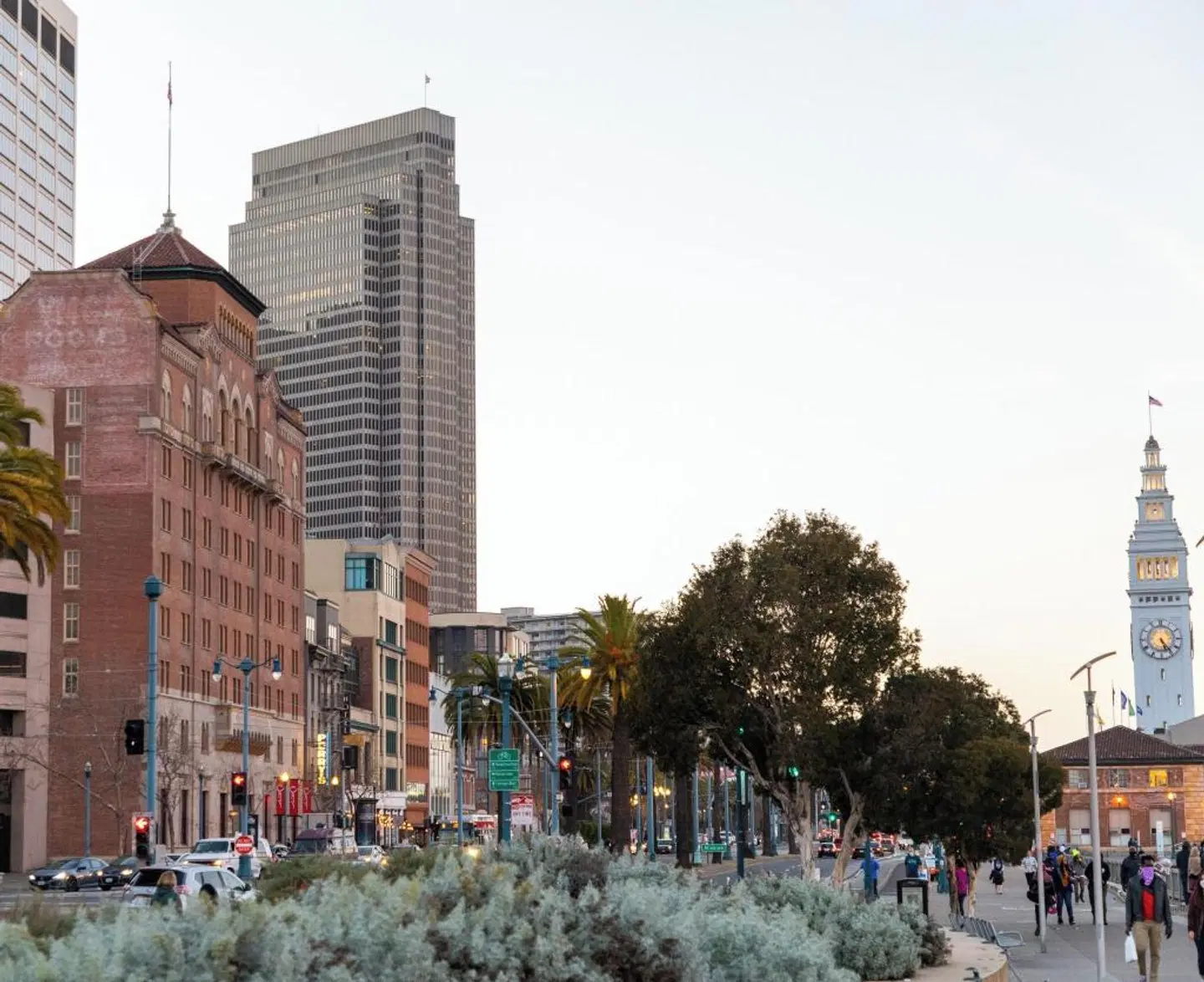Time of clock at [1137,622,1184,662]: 5:23
